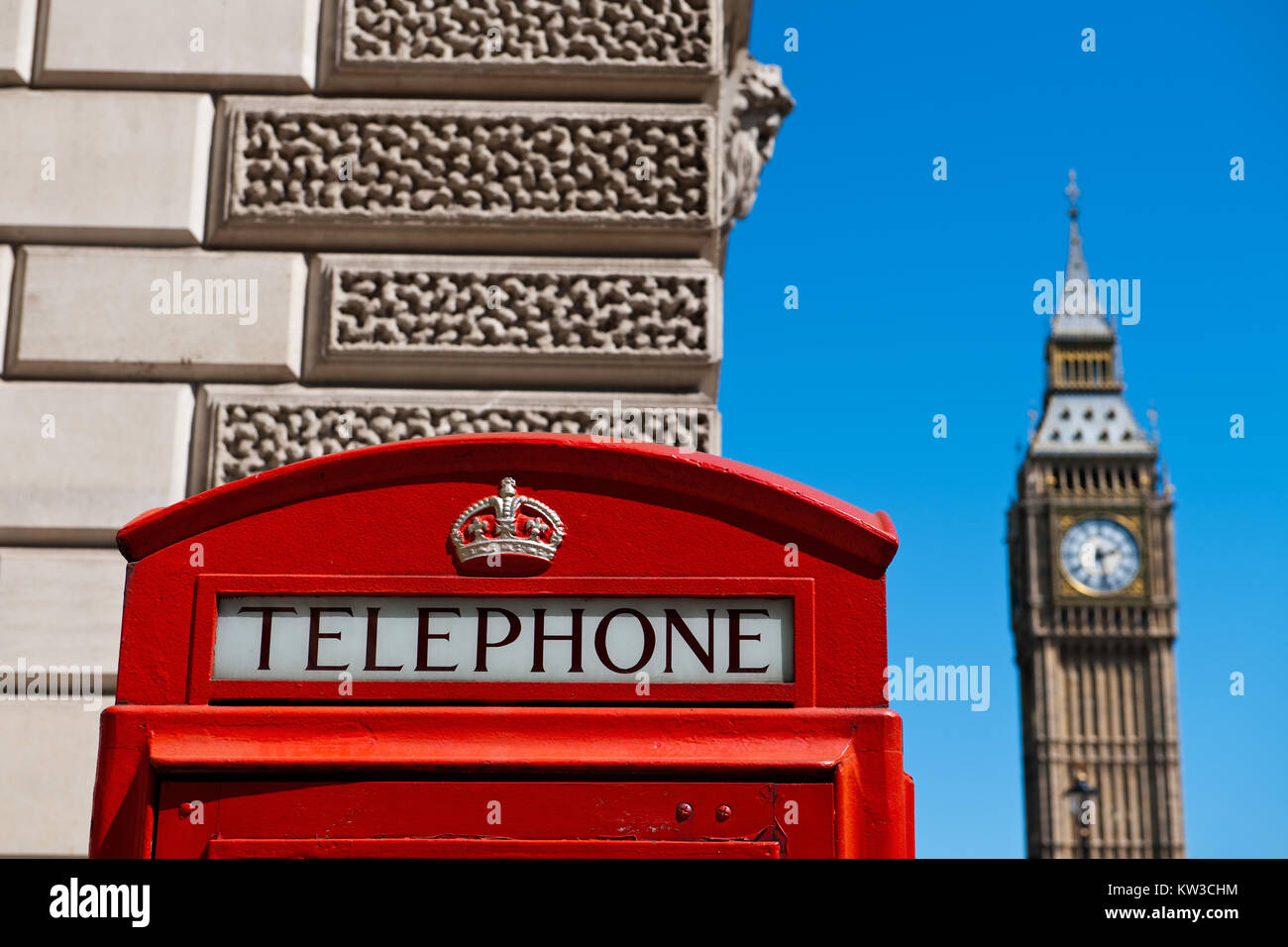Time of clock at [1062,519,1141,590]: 2:28
